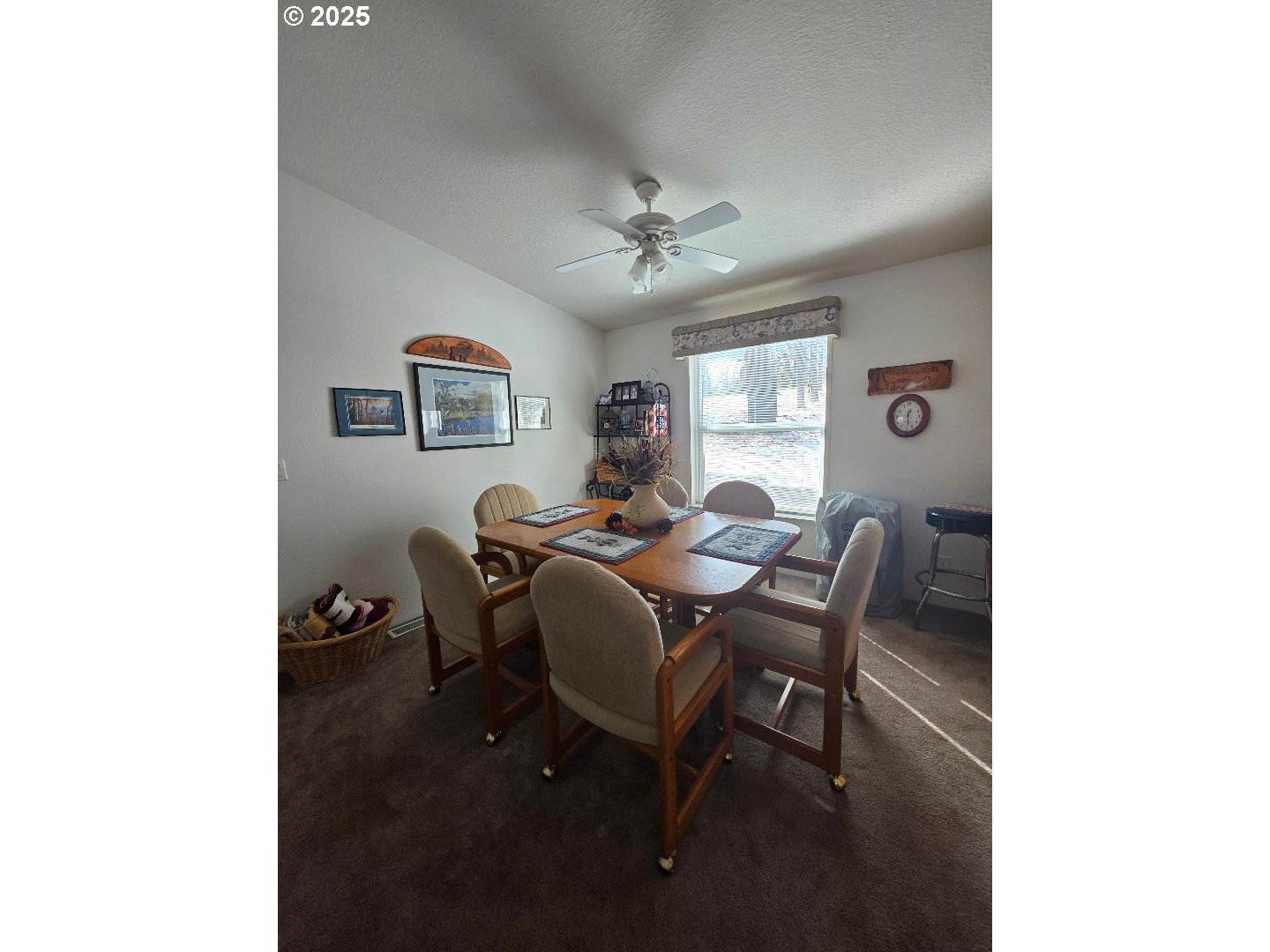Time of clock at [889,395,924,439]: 12:28
